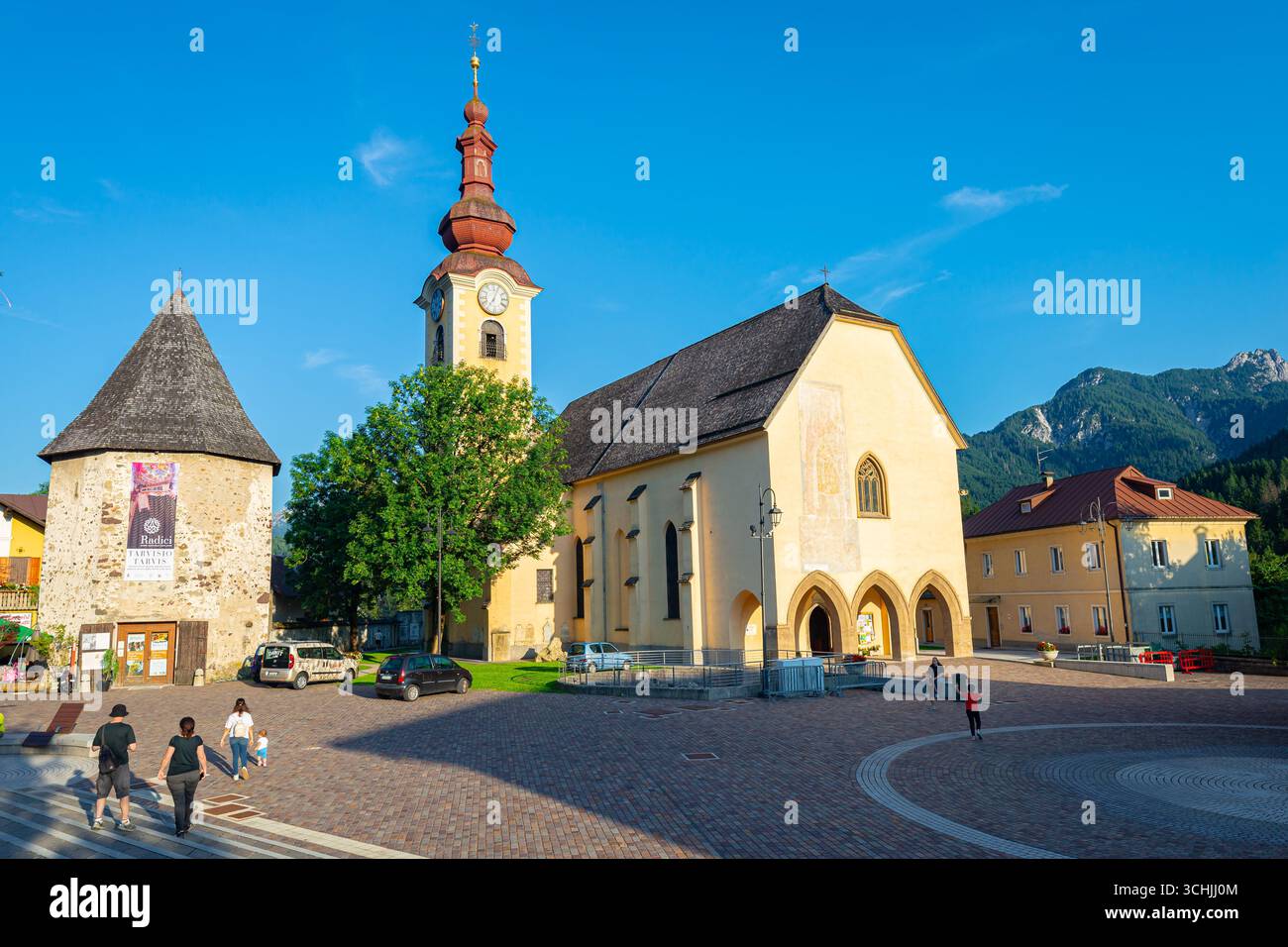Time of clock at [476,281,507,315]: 7:04
